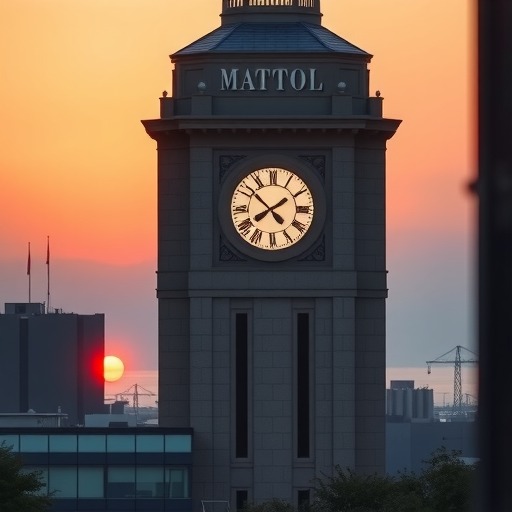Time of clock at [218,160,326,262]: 7:51
